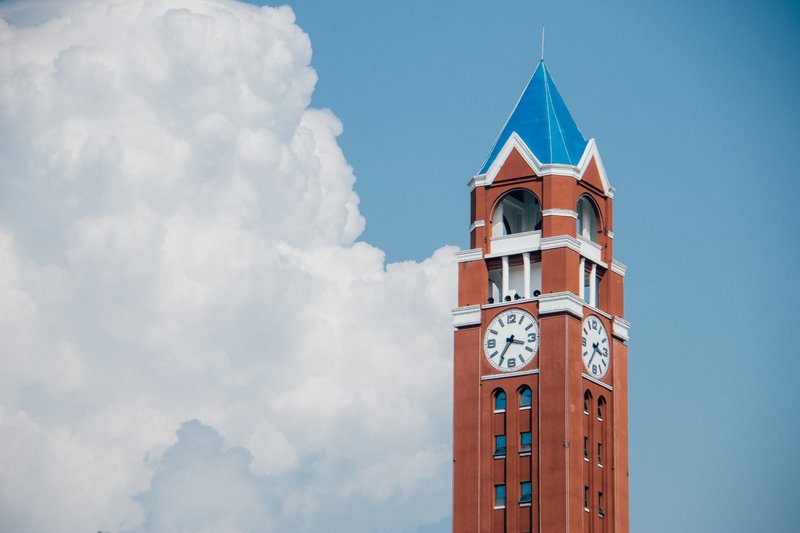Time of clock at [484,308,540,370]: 3:35
